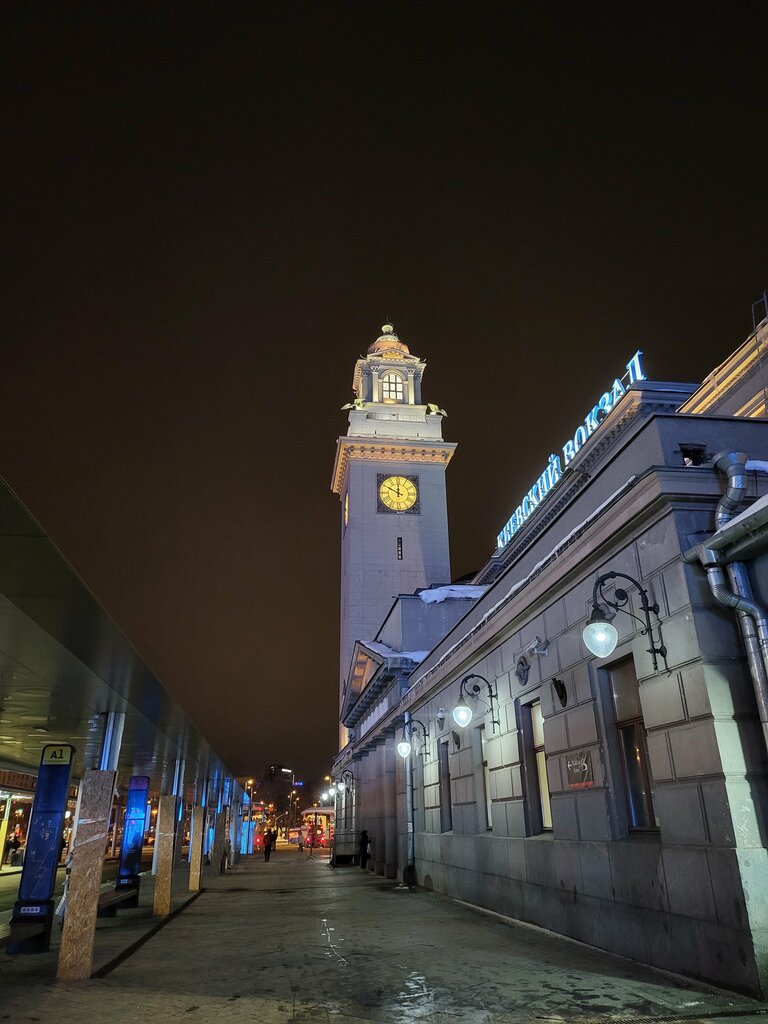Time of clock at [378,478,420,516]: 11:49
